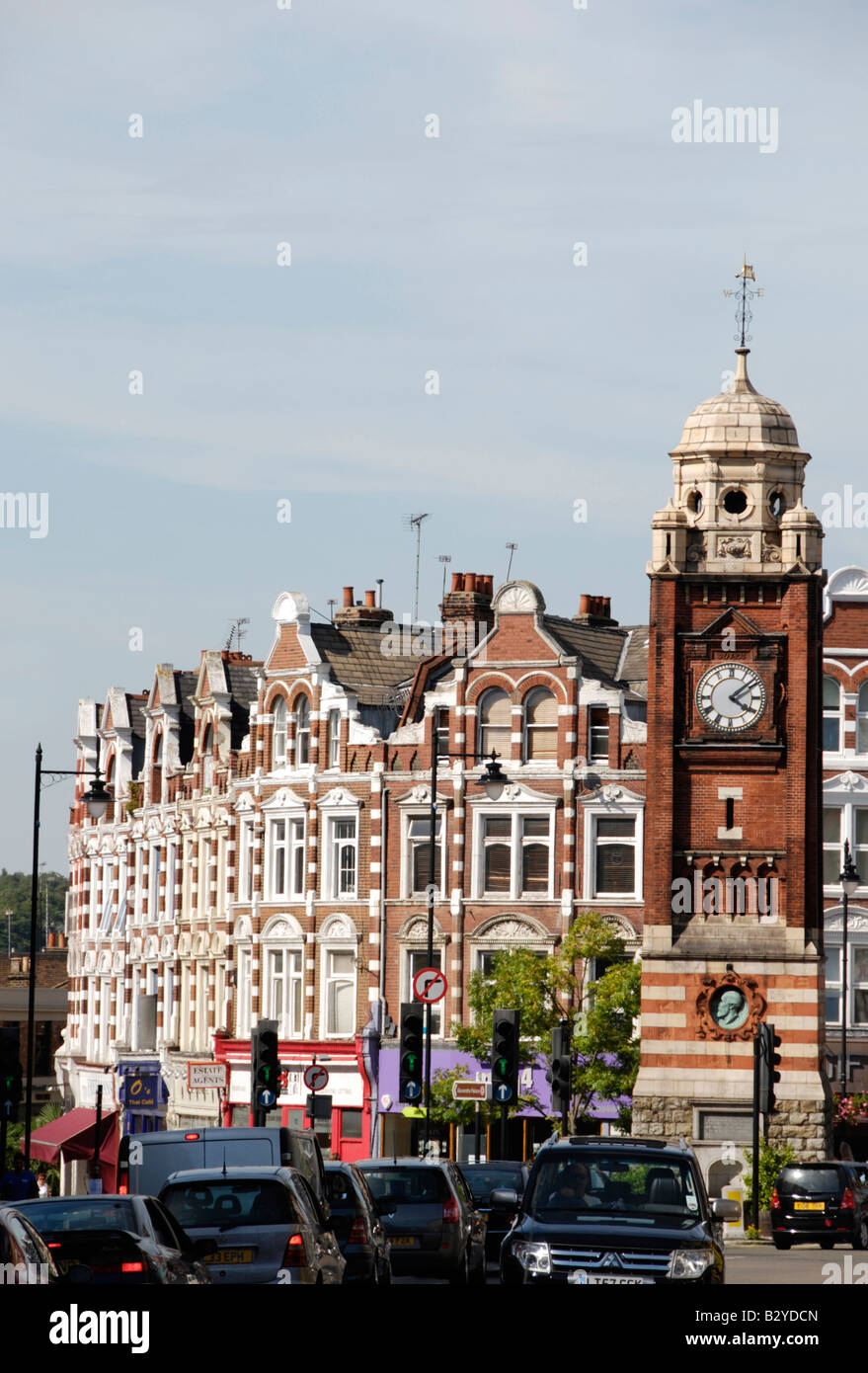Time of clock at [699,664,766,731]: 4:08
